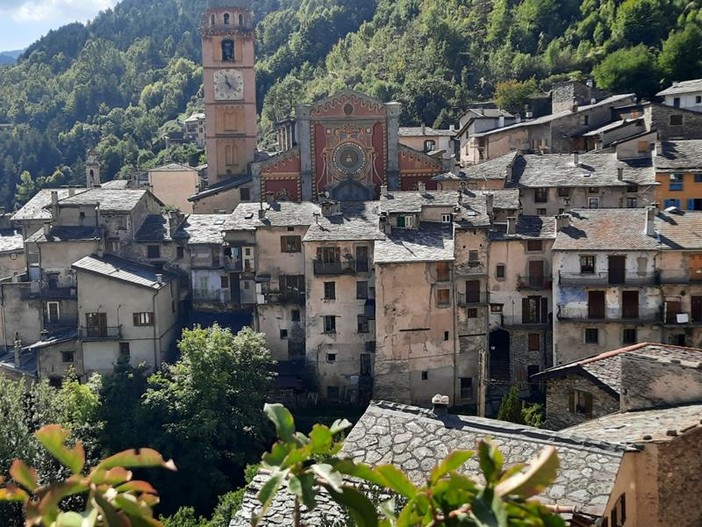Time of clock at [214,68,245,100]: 11:21
